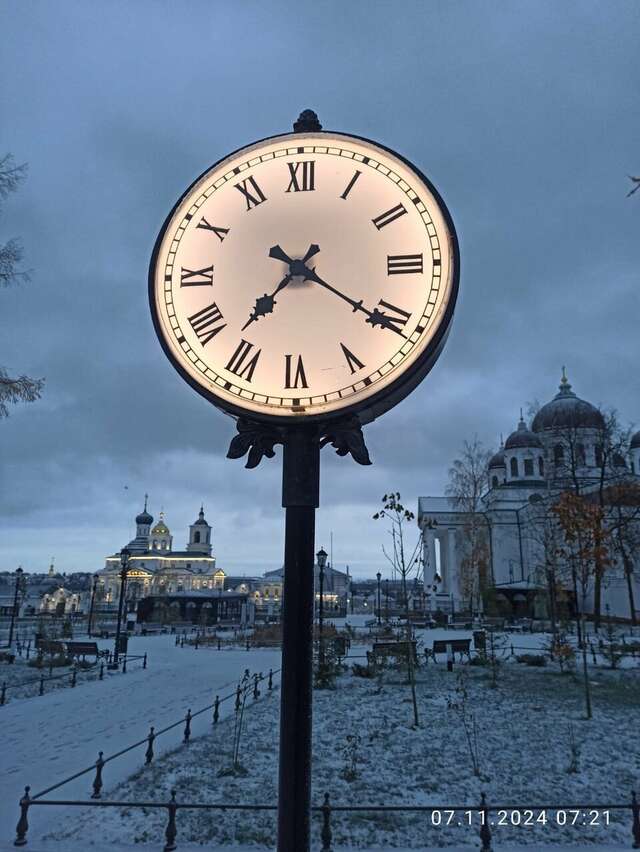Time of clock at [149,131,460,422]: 7:20
